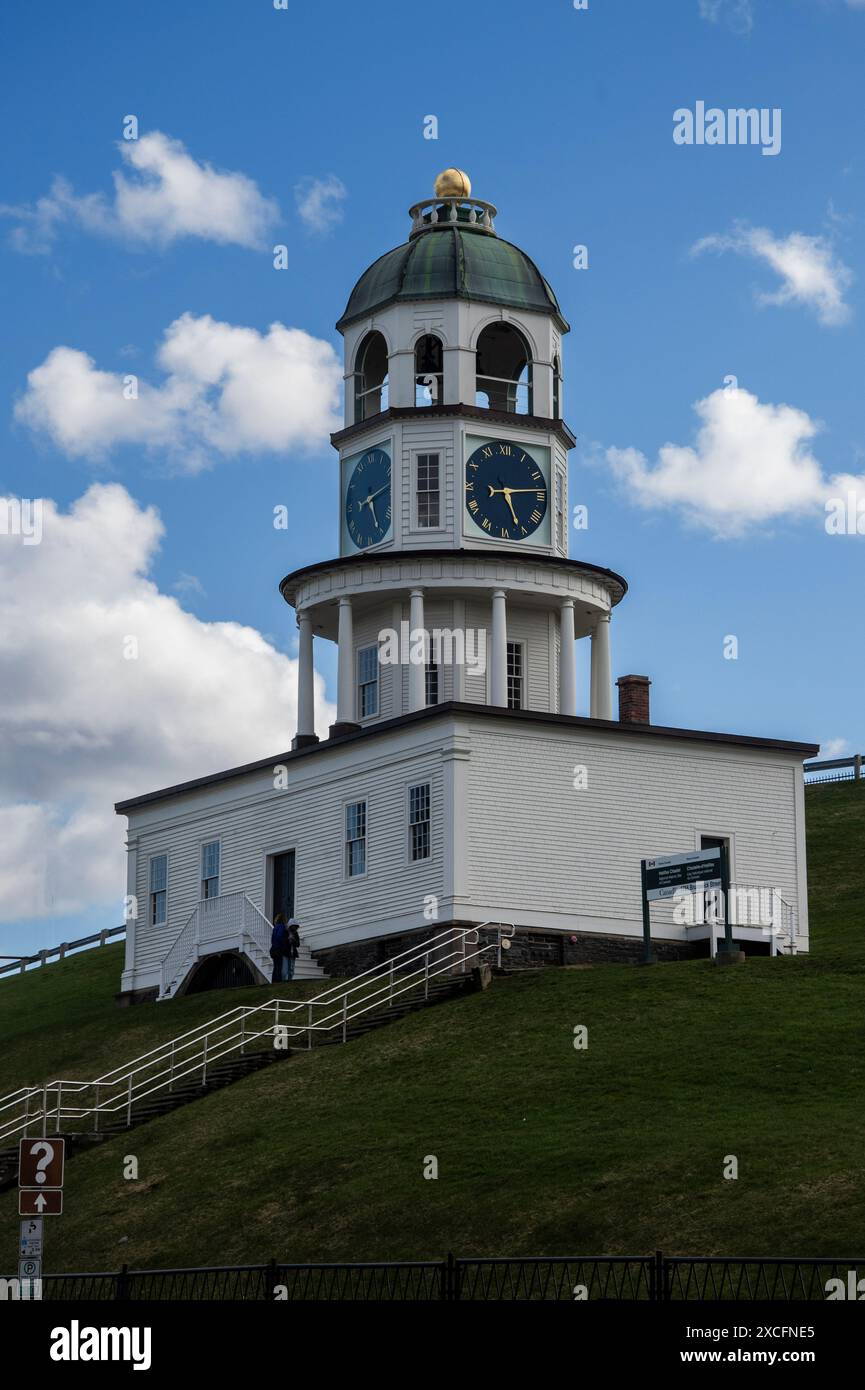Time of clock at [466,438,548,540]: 5:13
